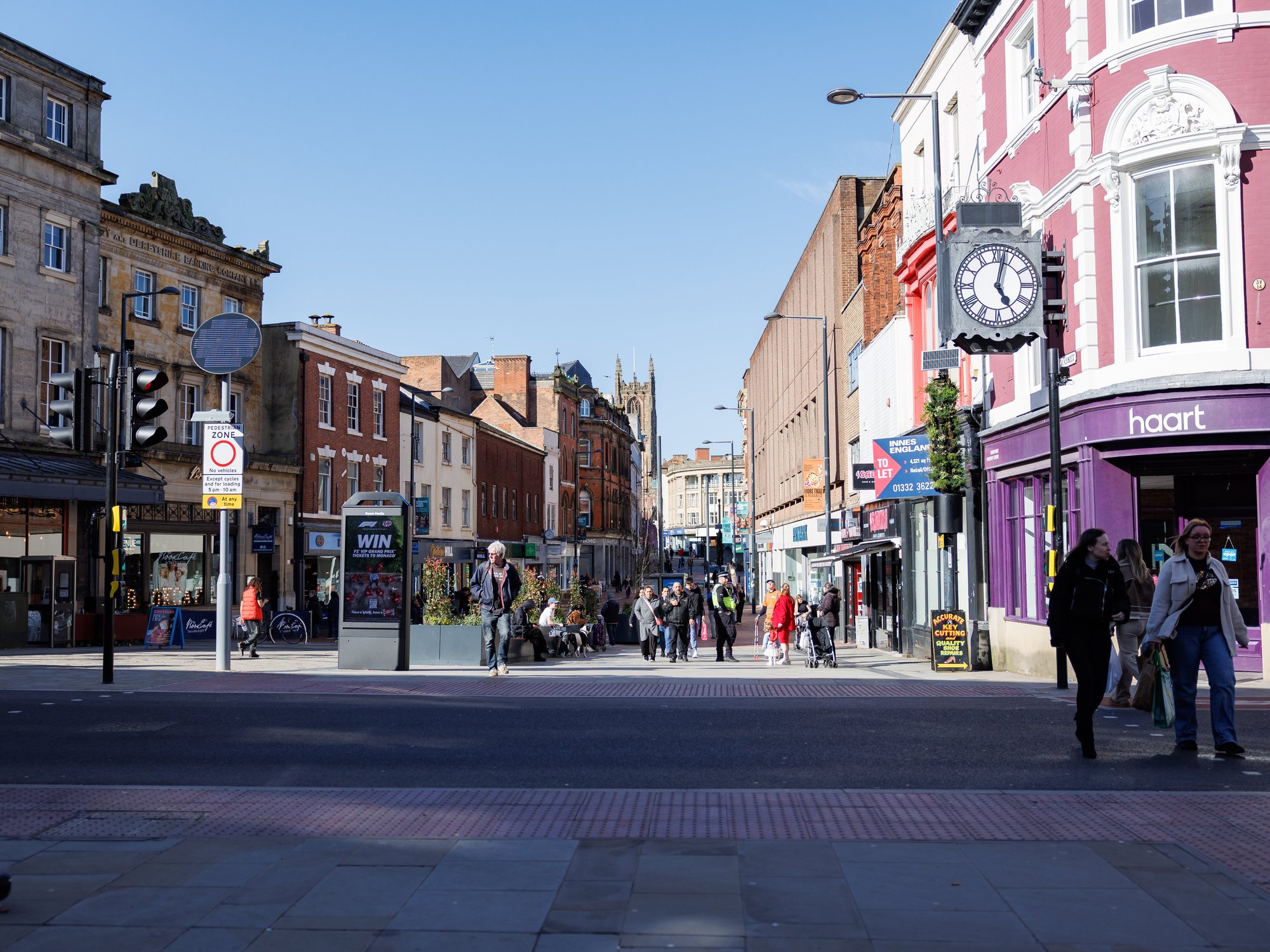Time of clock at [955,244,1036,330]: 5:02
